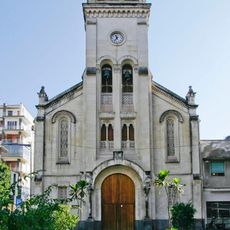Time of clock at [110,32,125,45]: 11:36
